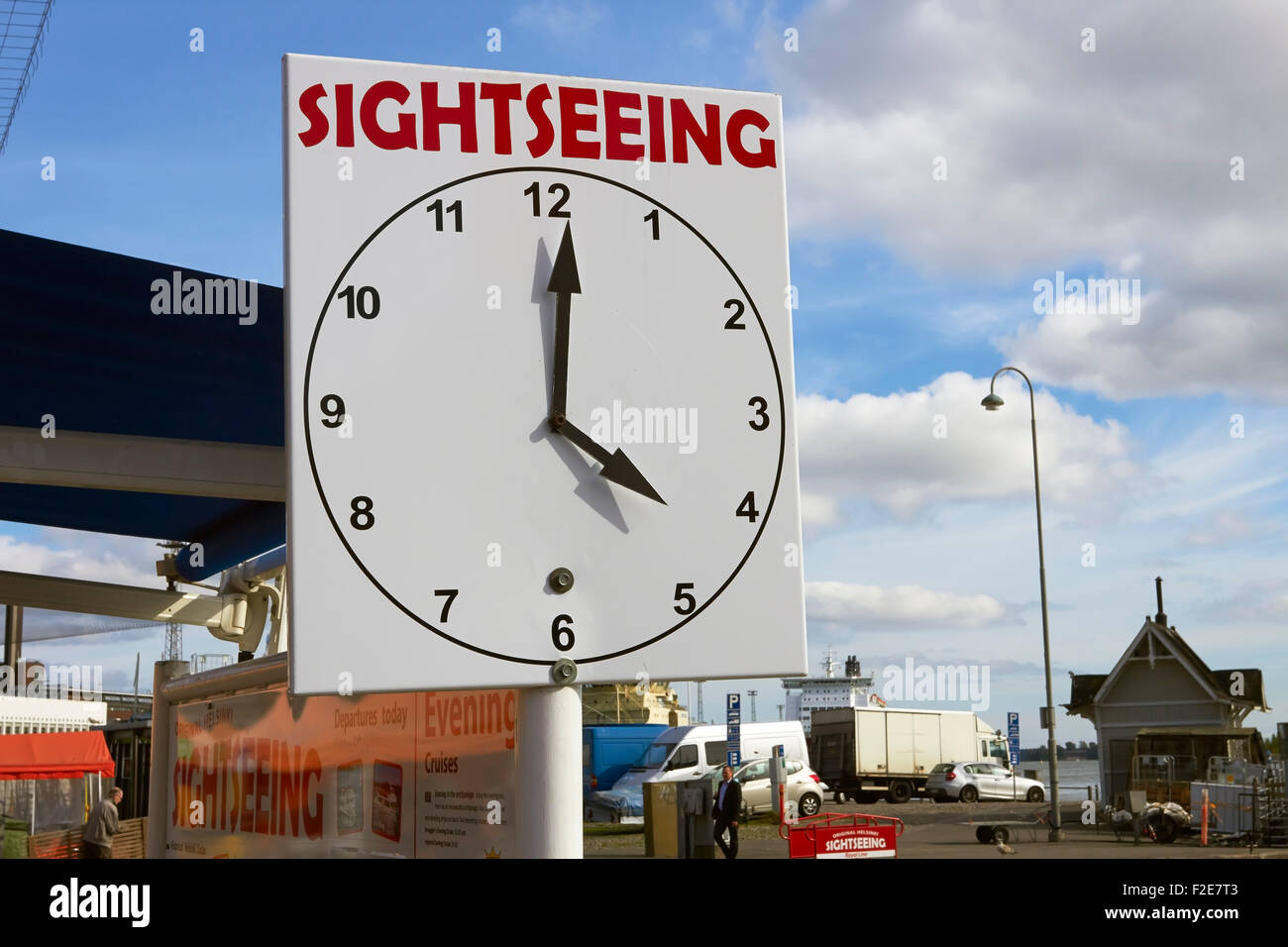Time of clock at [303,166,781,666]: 4:00
